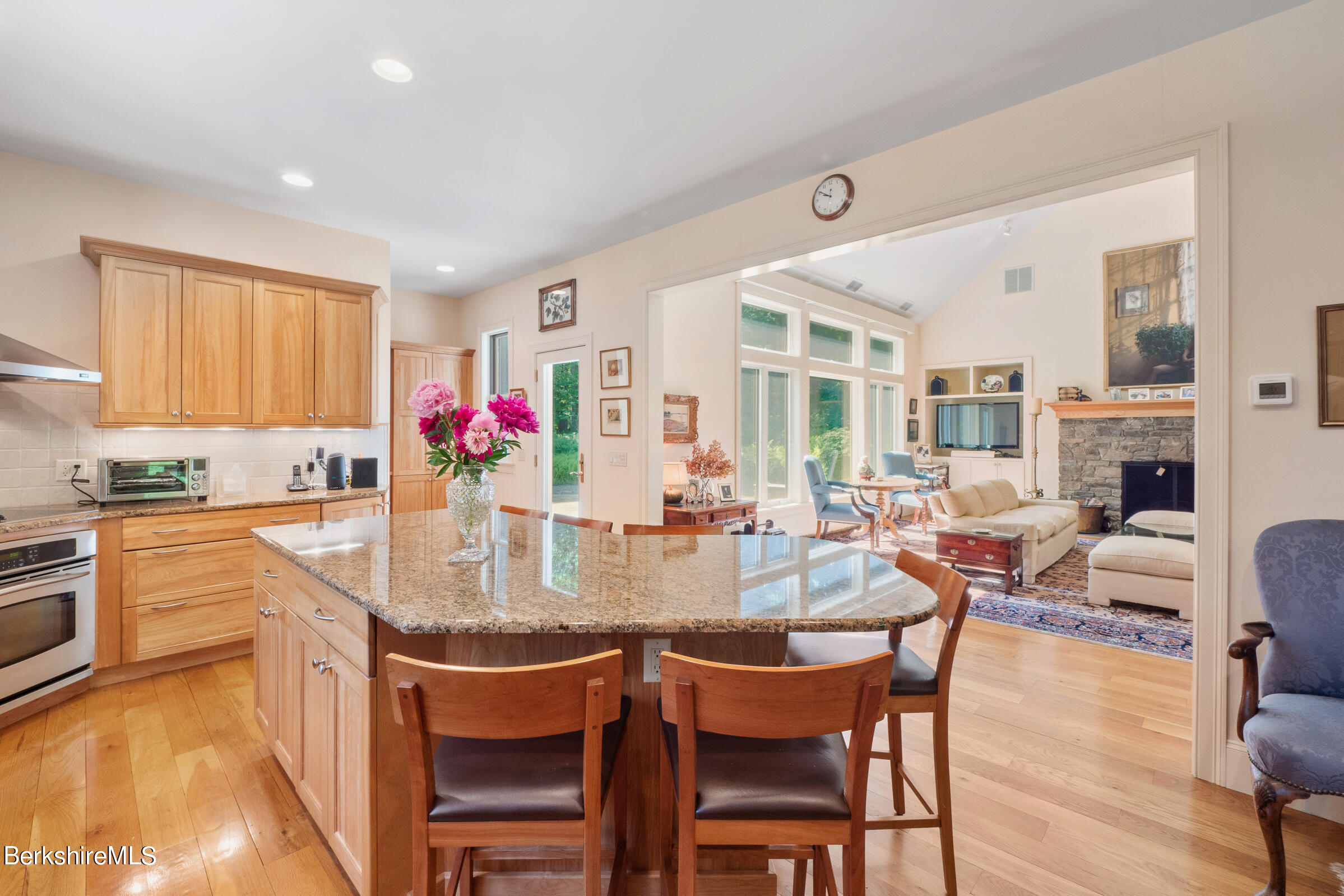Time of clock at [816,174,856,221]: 9:50
